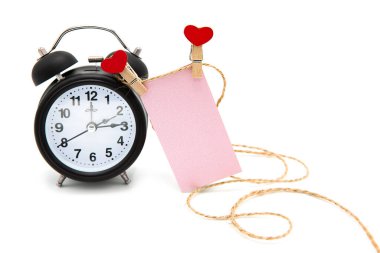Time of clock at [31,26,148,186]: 2:40
